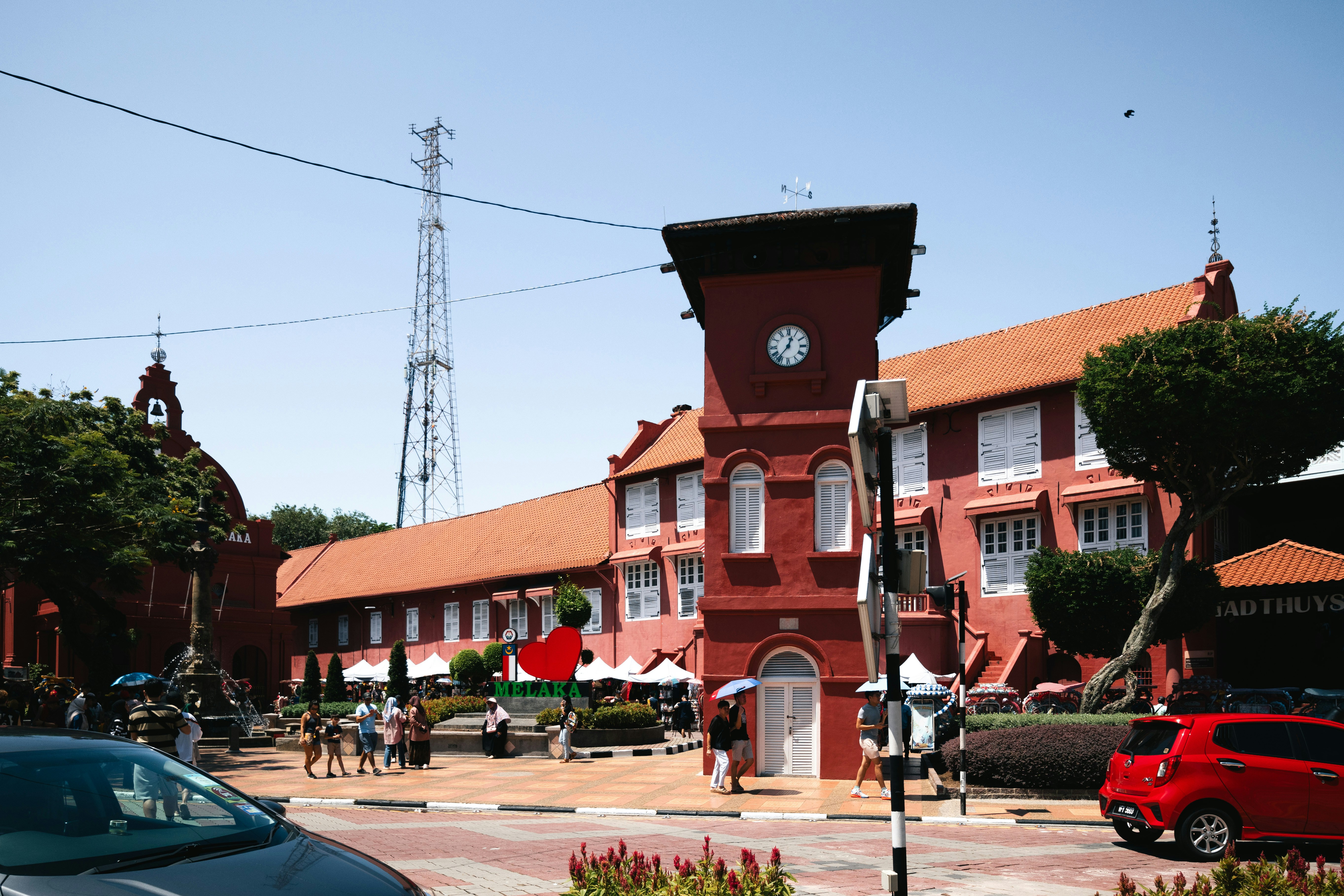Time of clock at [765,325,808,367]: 12:36
